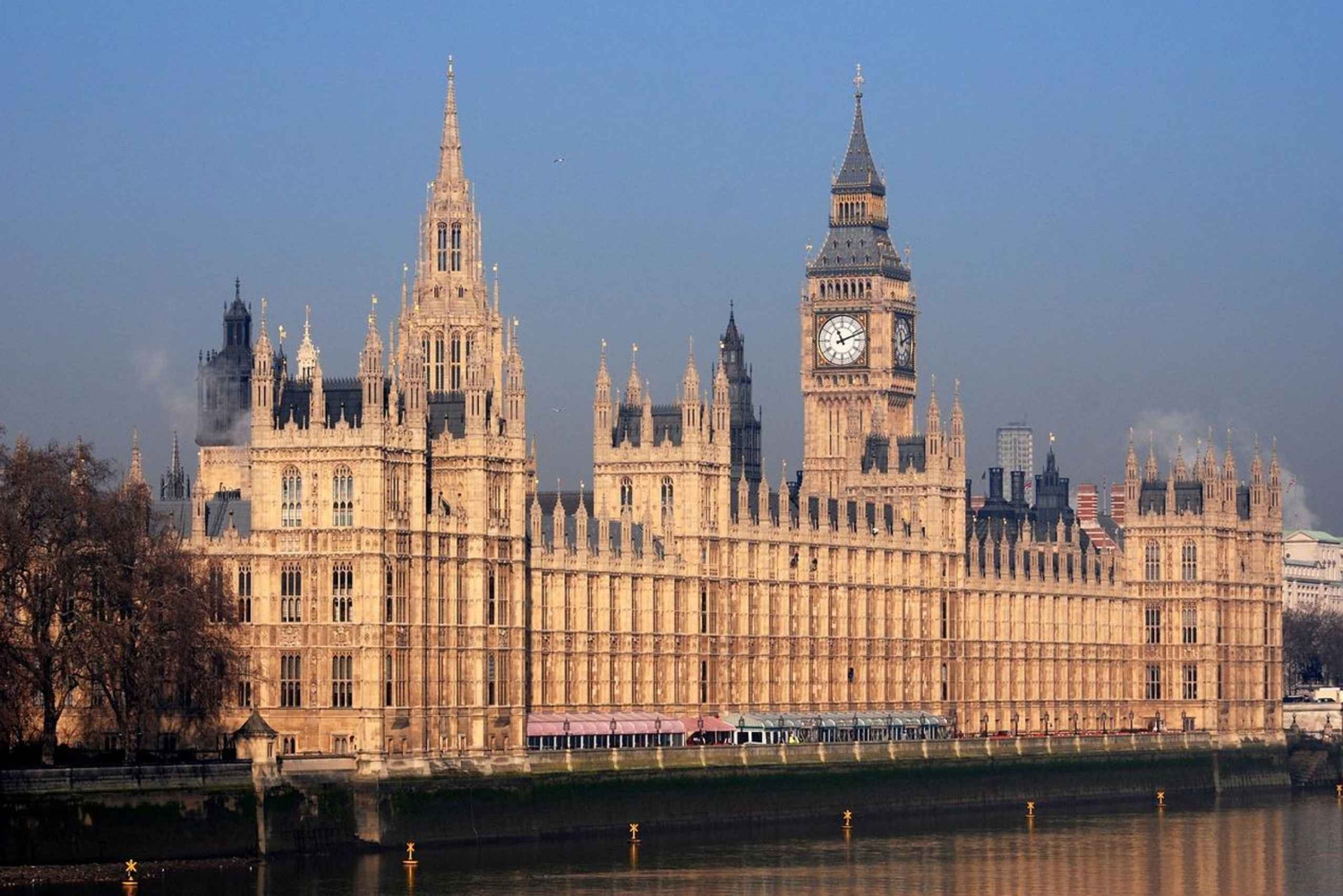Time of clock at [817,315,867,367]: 11:11
